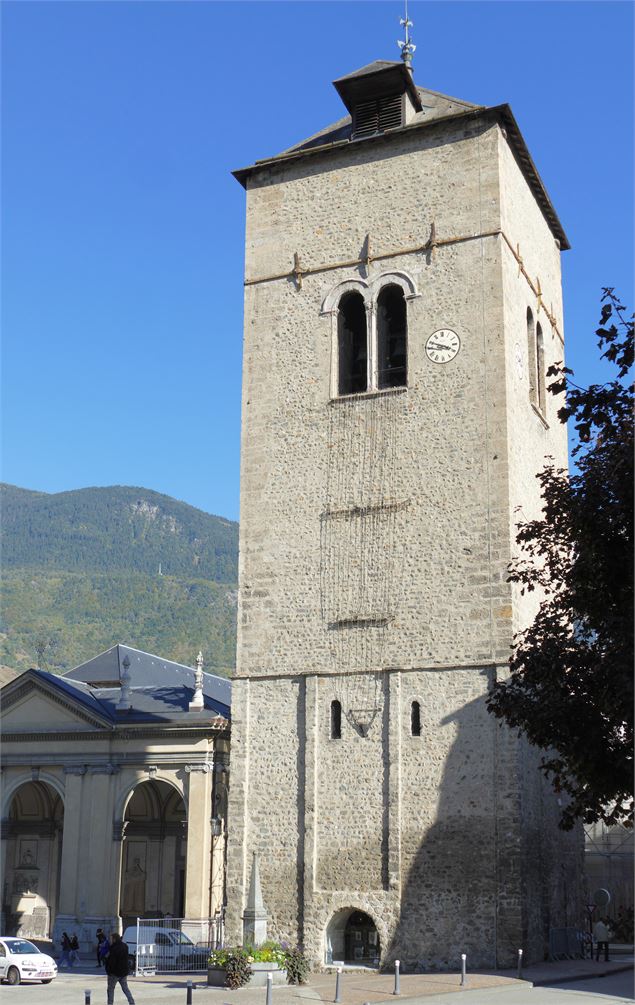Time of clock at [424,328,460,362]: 3:48
